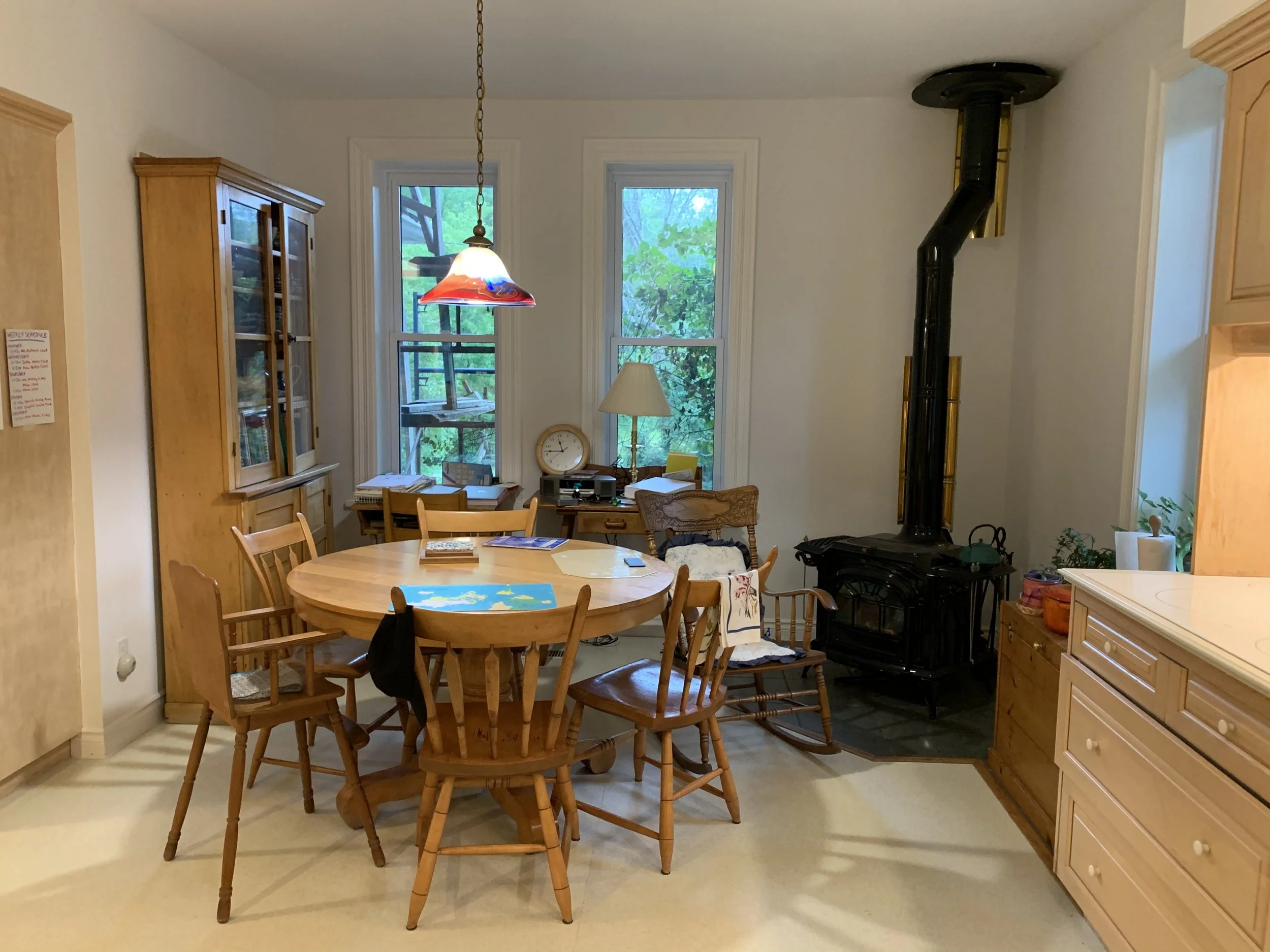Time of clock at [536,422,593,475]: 11:46
